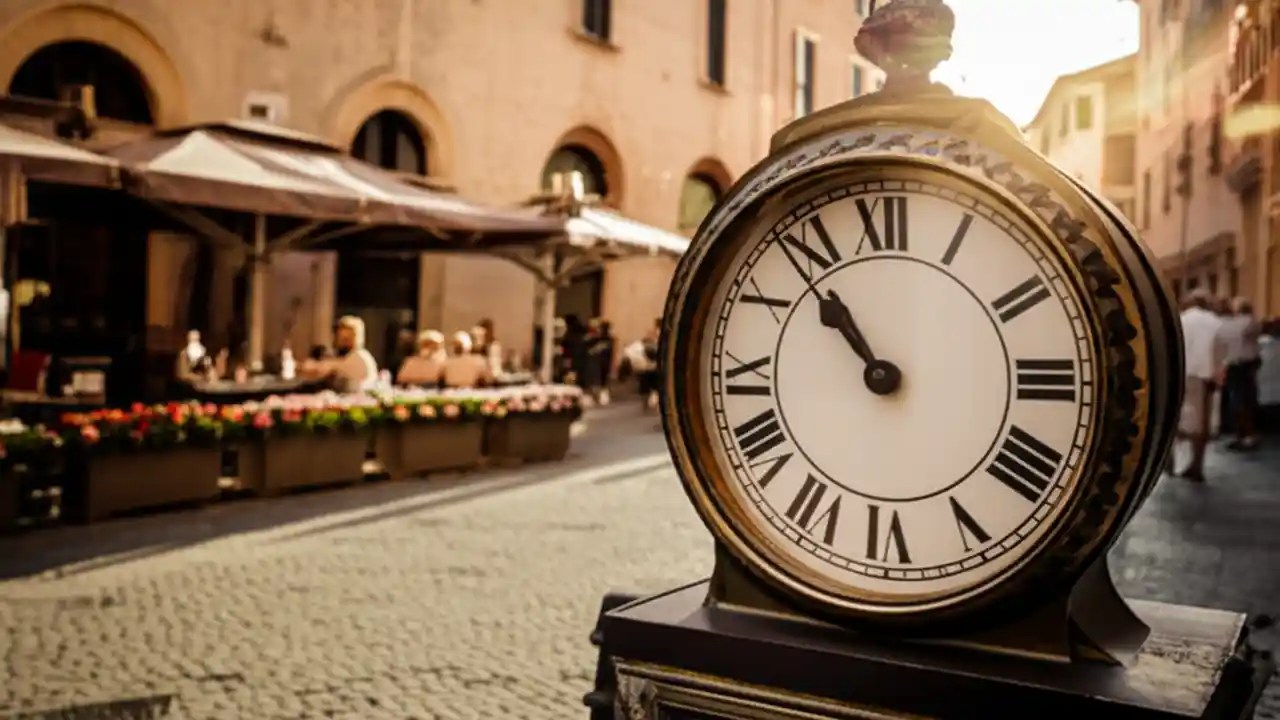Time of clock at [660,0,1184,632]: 10:53
